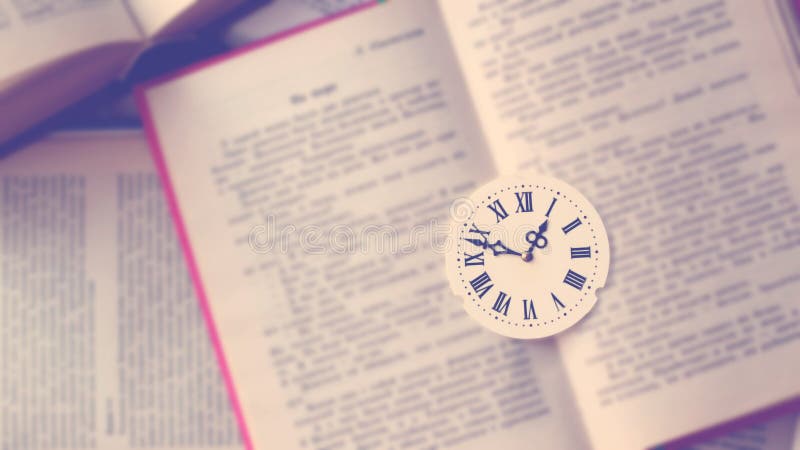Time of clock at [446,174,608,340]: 12:48
